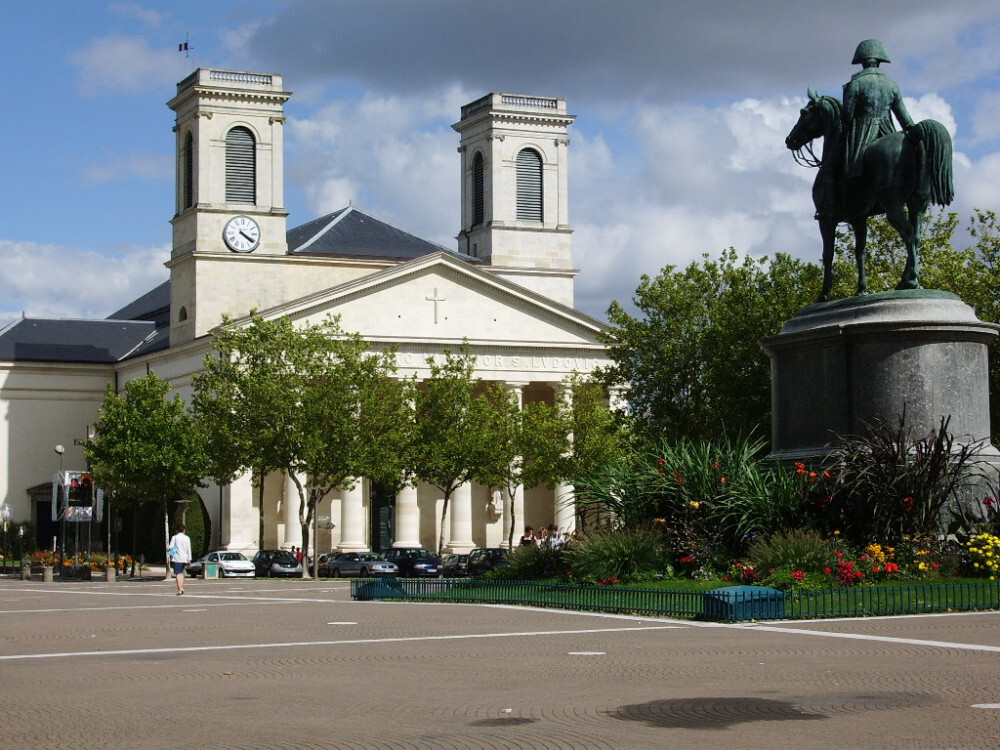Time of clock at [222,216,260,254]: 4:20
